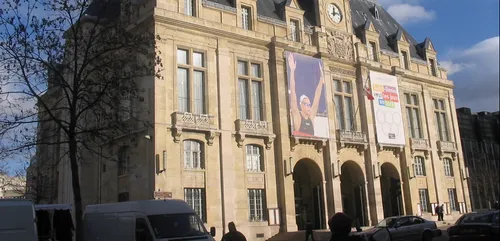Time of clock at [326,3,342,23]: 12:12
